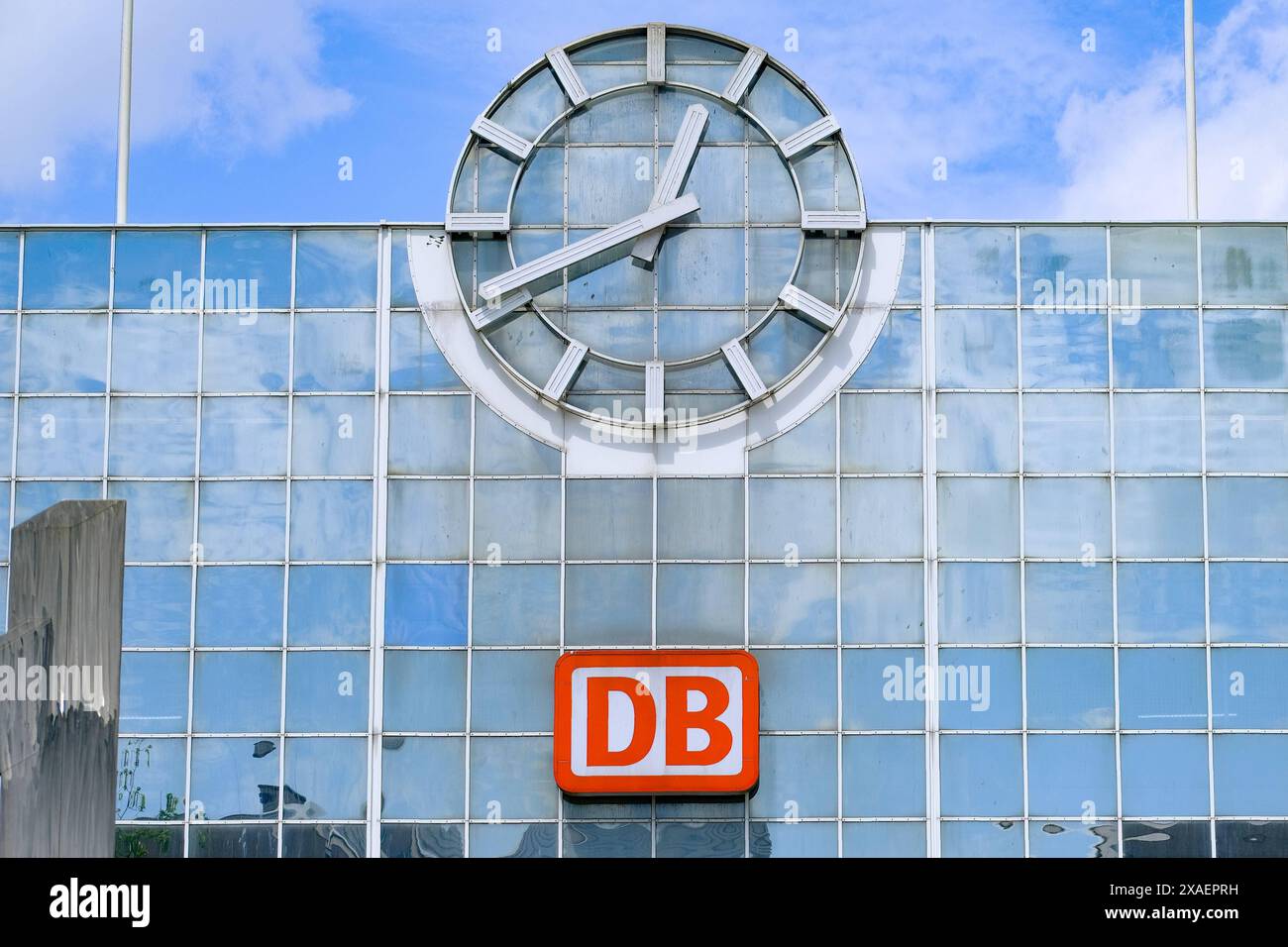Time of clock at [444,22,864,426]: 12:41
